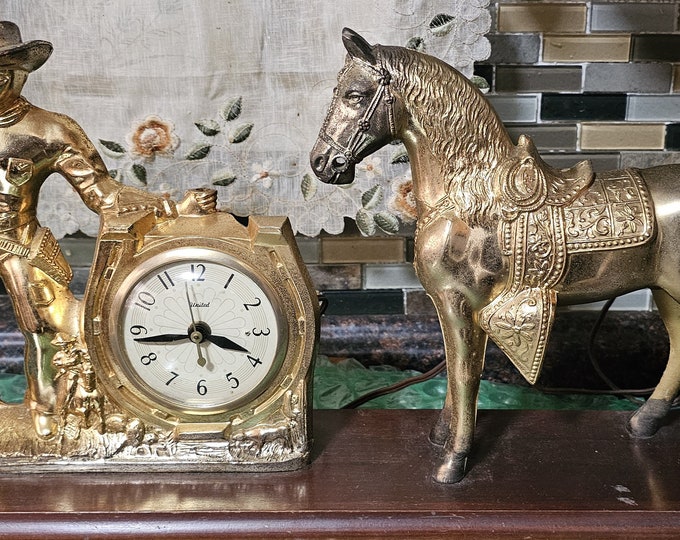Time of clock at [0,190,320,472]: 3:43
